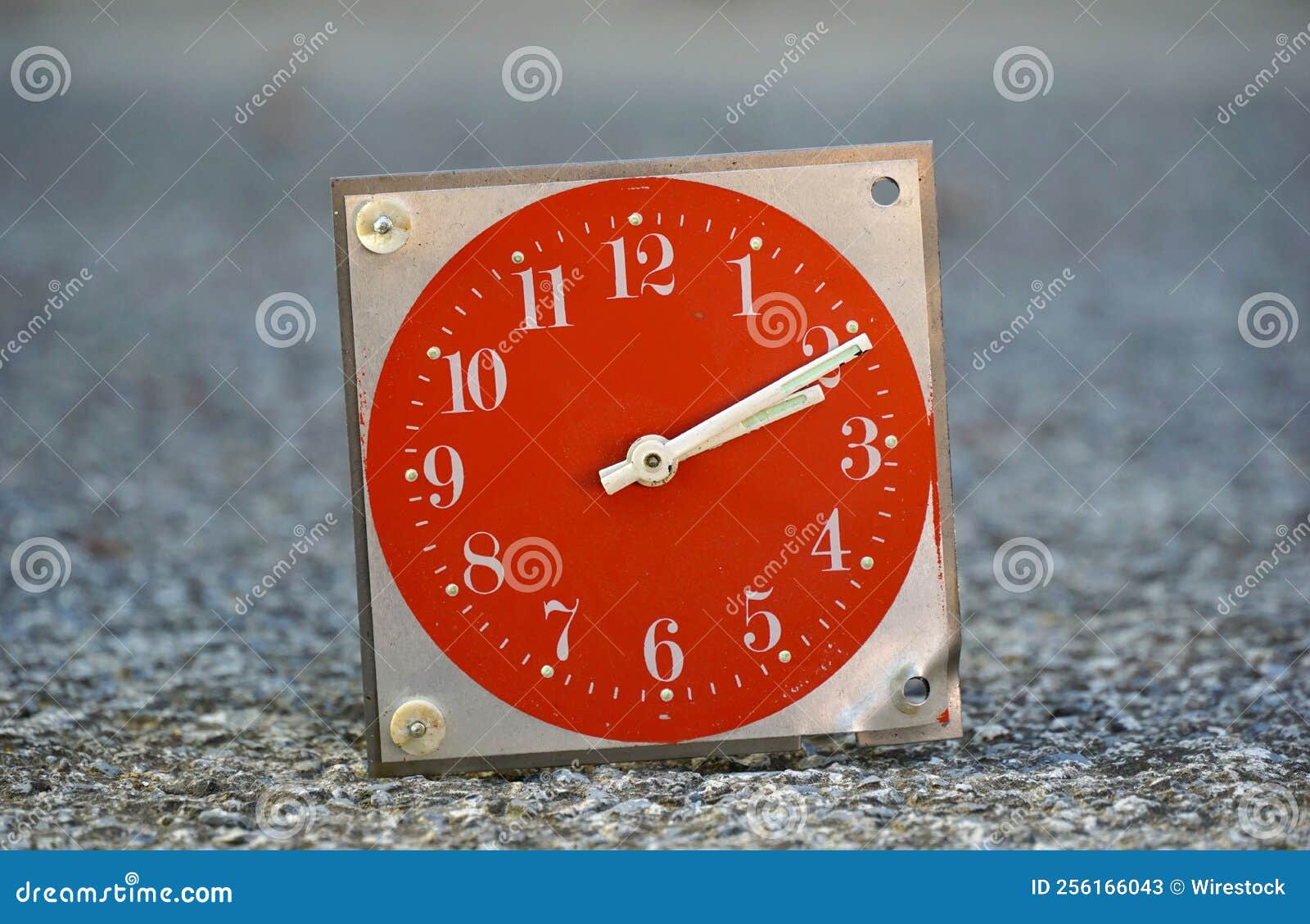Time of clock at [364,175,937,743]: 2:10
